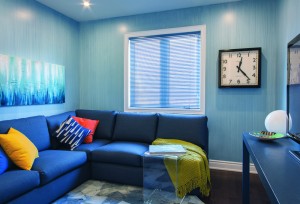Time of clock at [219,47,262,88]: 12:23
